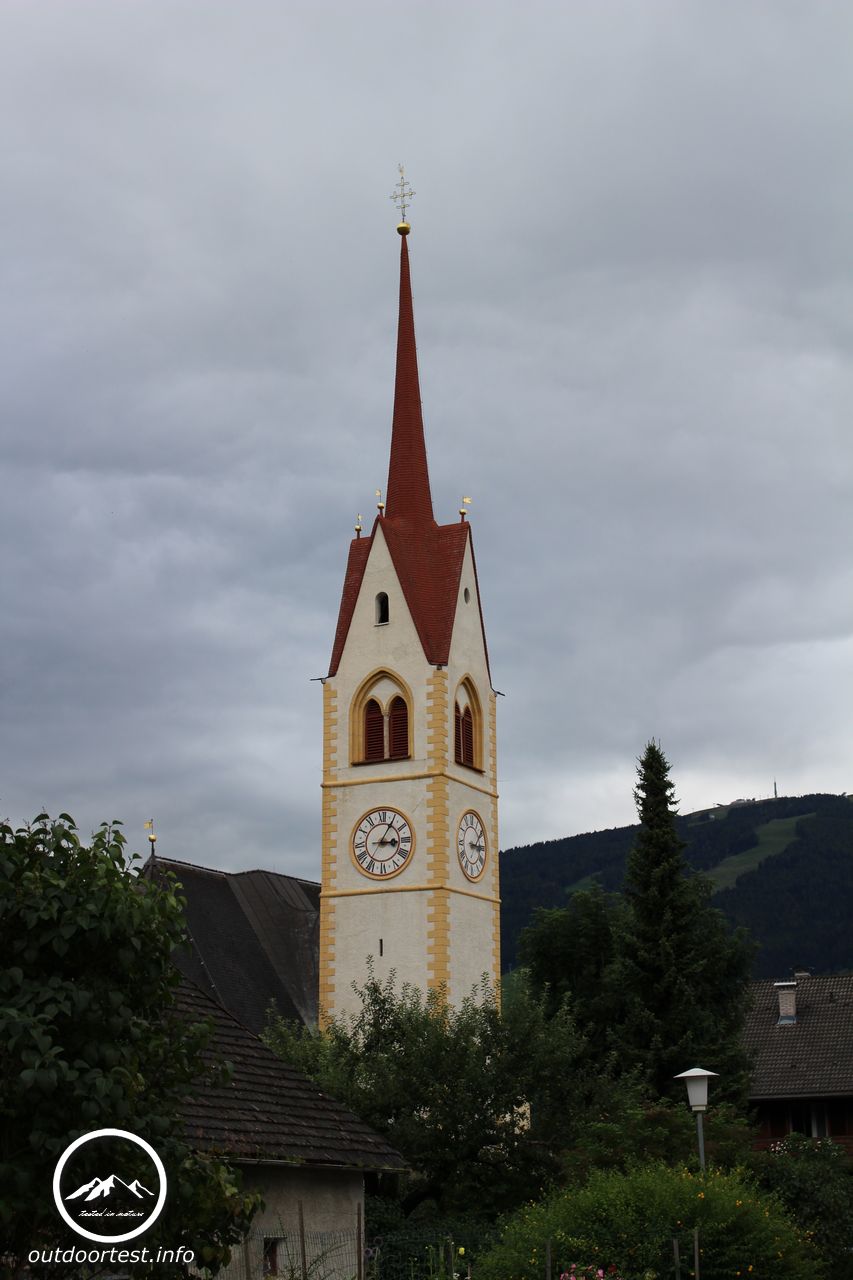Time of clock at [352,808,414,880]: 3:05
